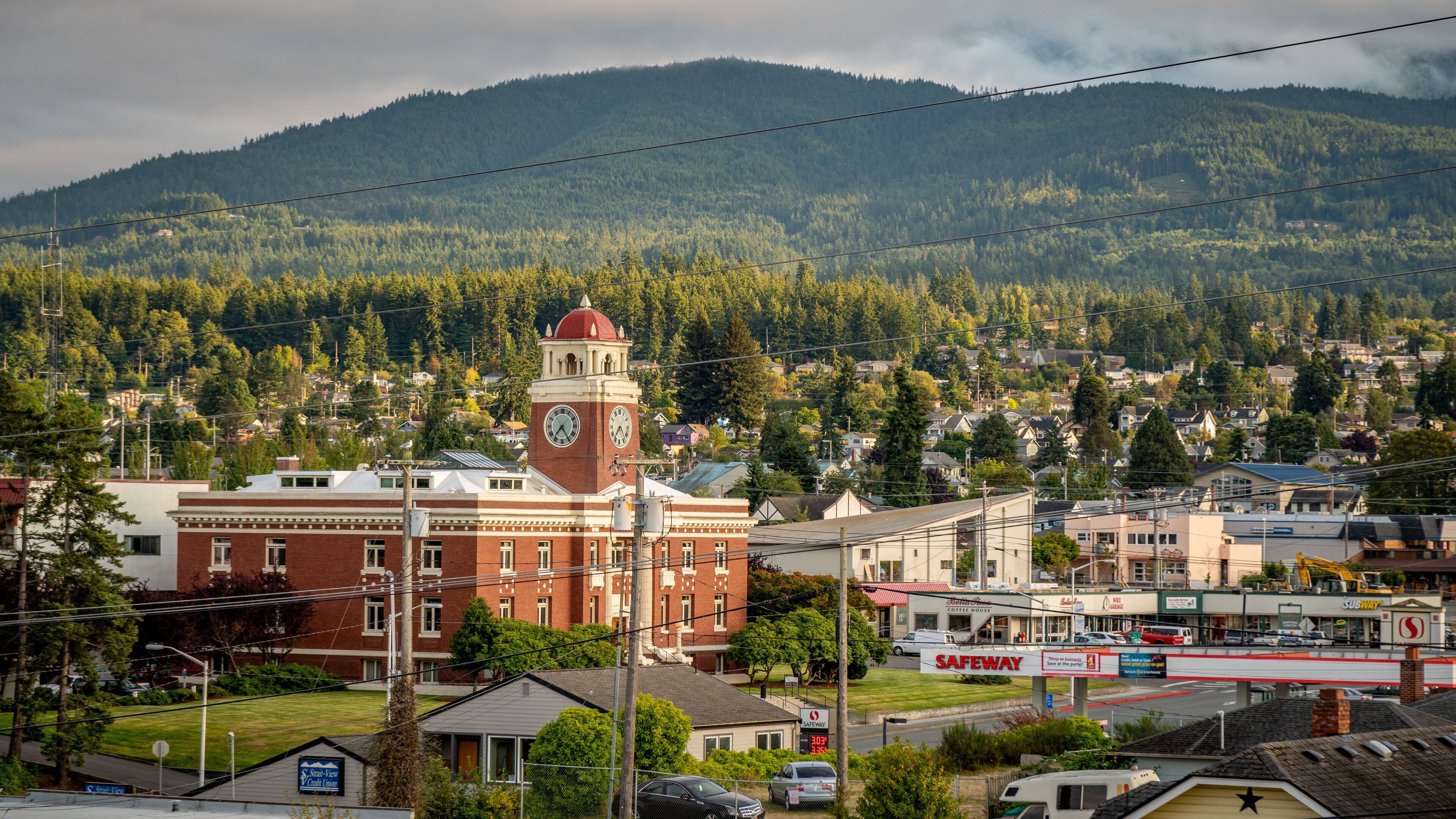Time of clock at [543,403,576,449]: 7:24
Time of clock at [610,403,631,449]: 7:23
